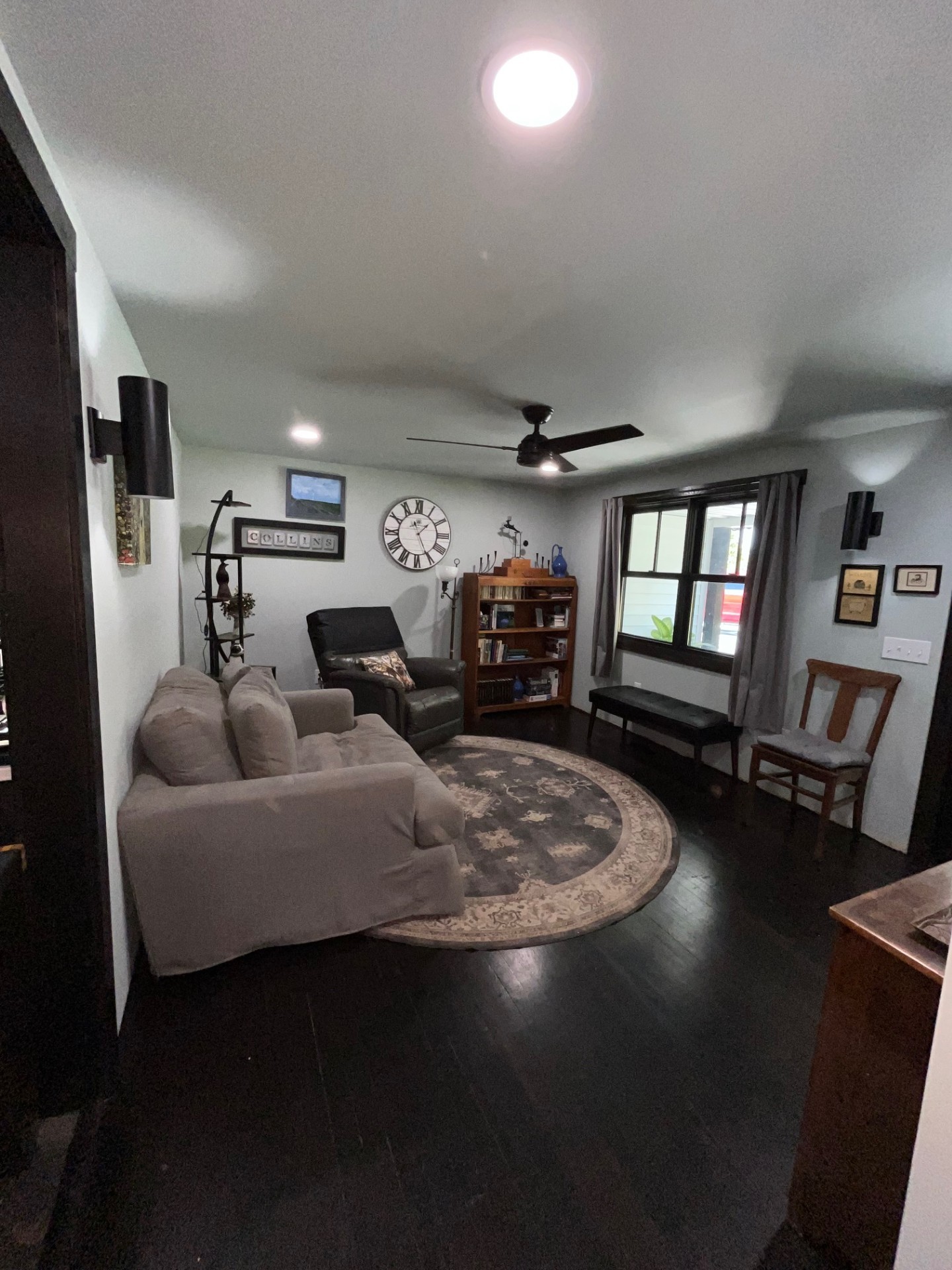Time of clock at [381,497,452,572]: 1:25
